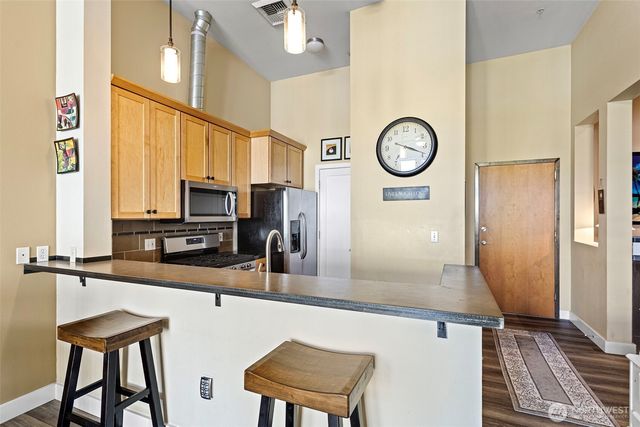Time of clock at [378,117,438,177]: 3:48
